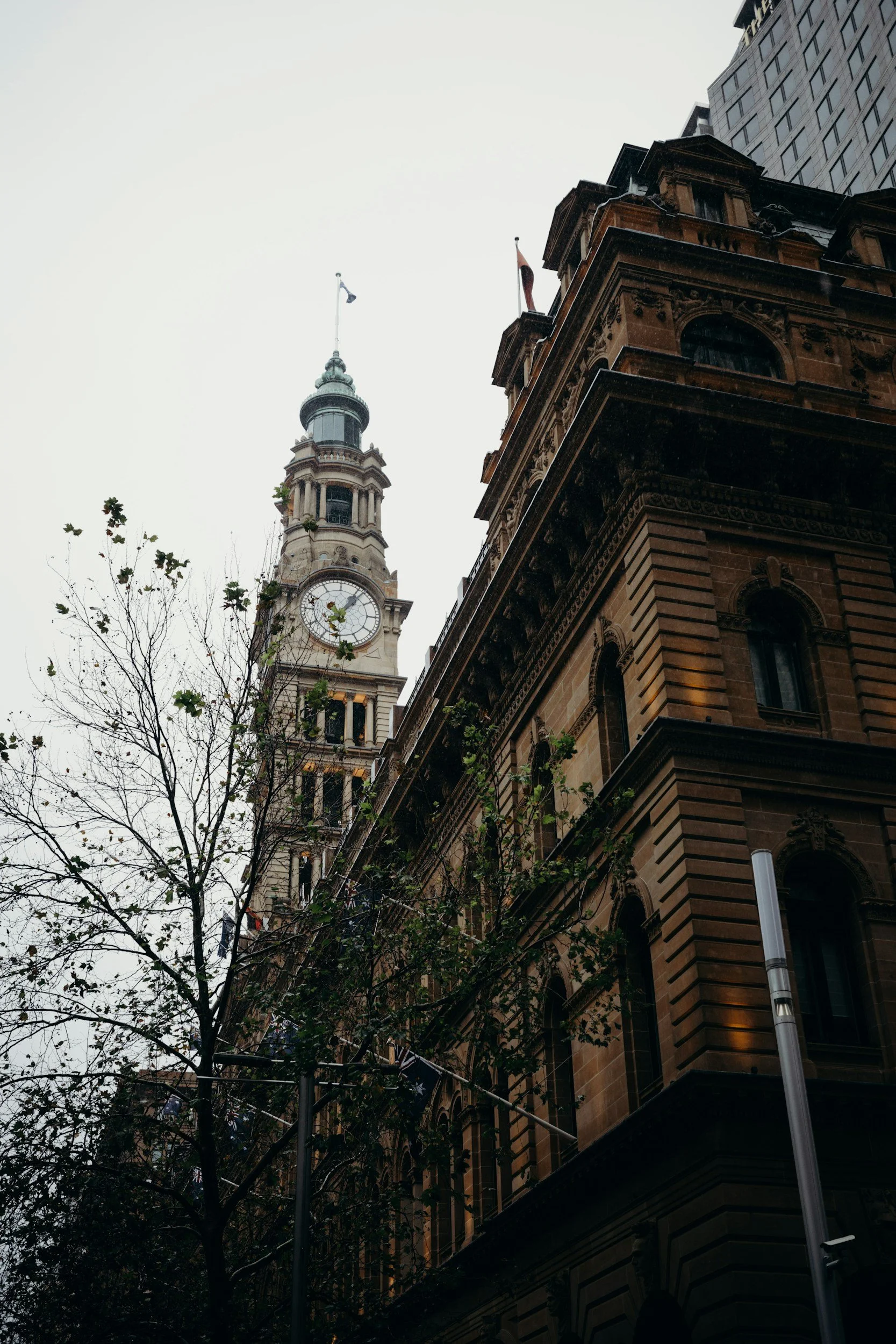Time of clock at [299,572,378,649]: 1:06
